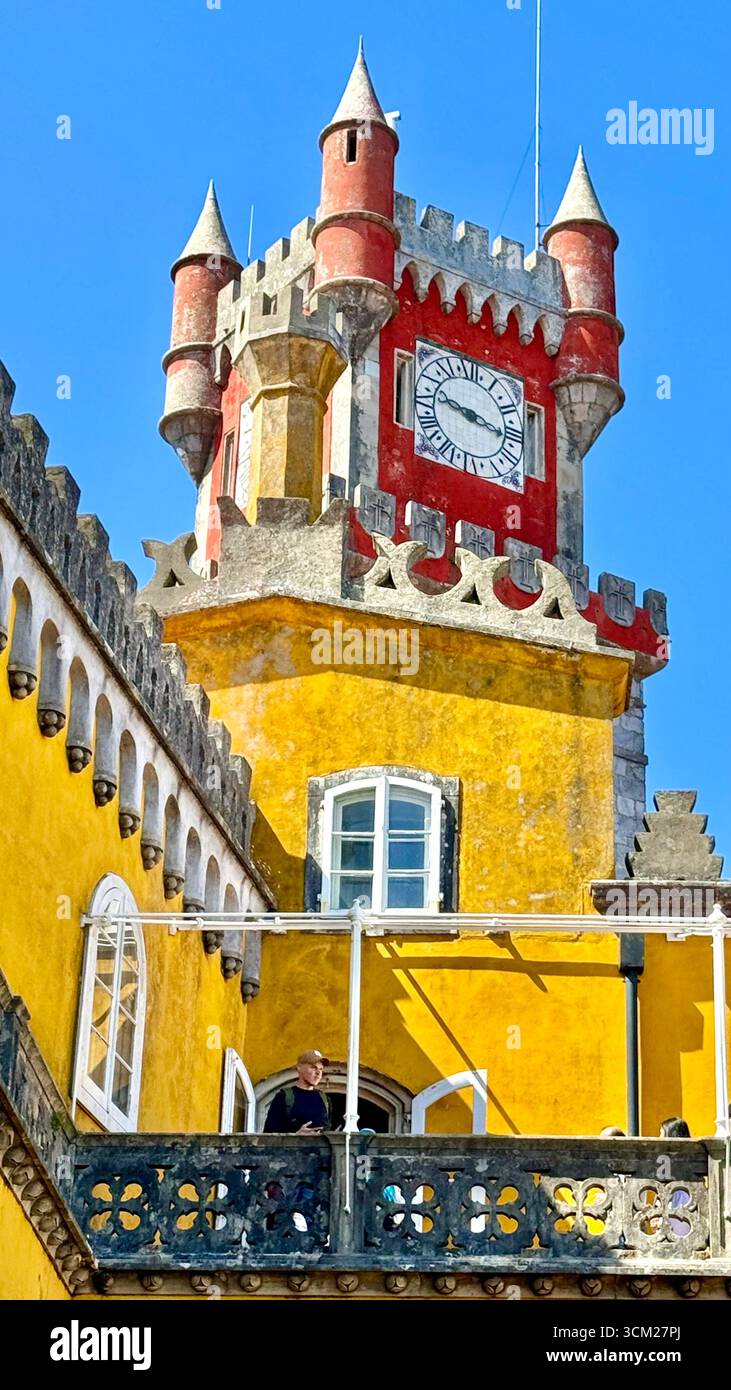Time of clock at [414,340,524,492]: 9:16
